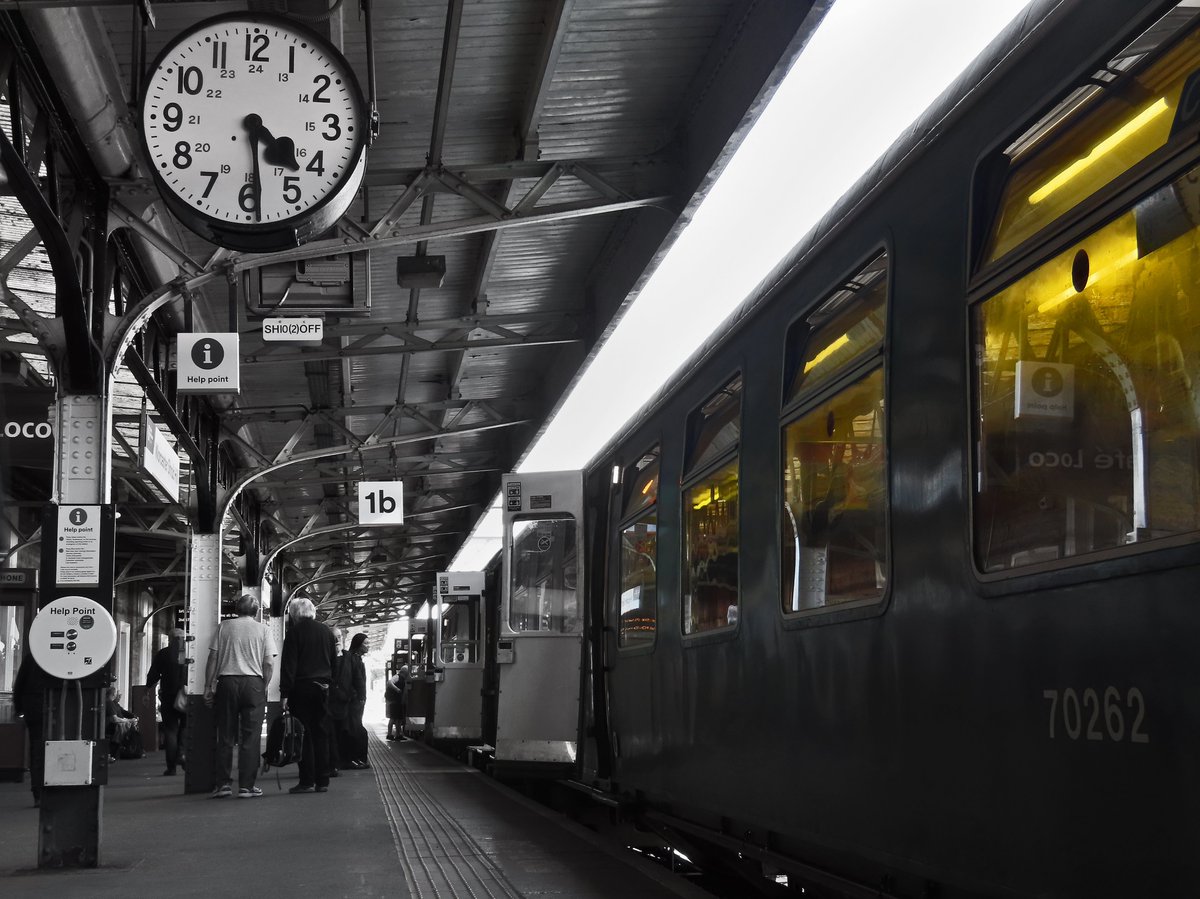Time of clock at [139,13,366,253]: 4:29
